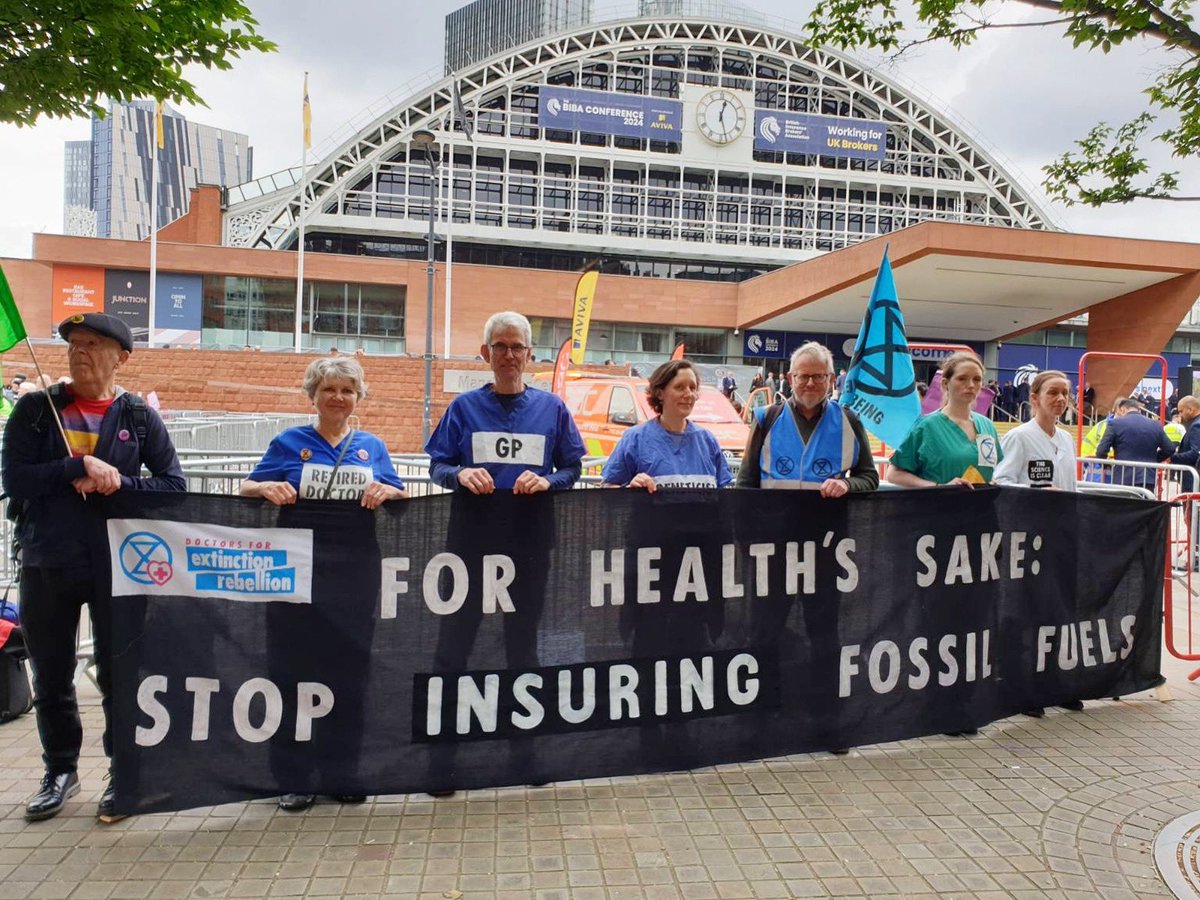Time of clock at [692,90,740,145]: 12:27
